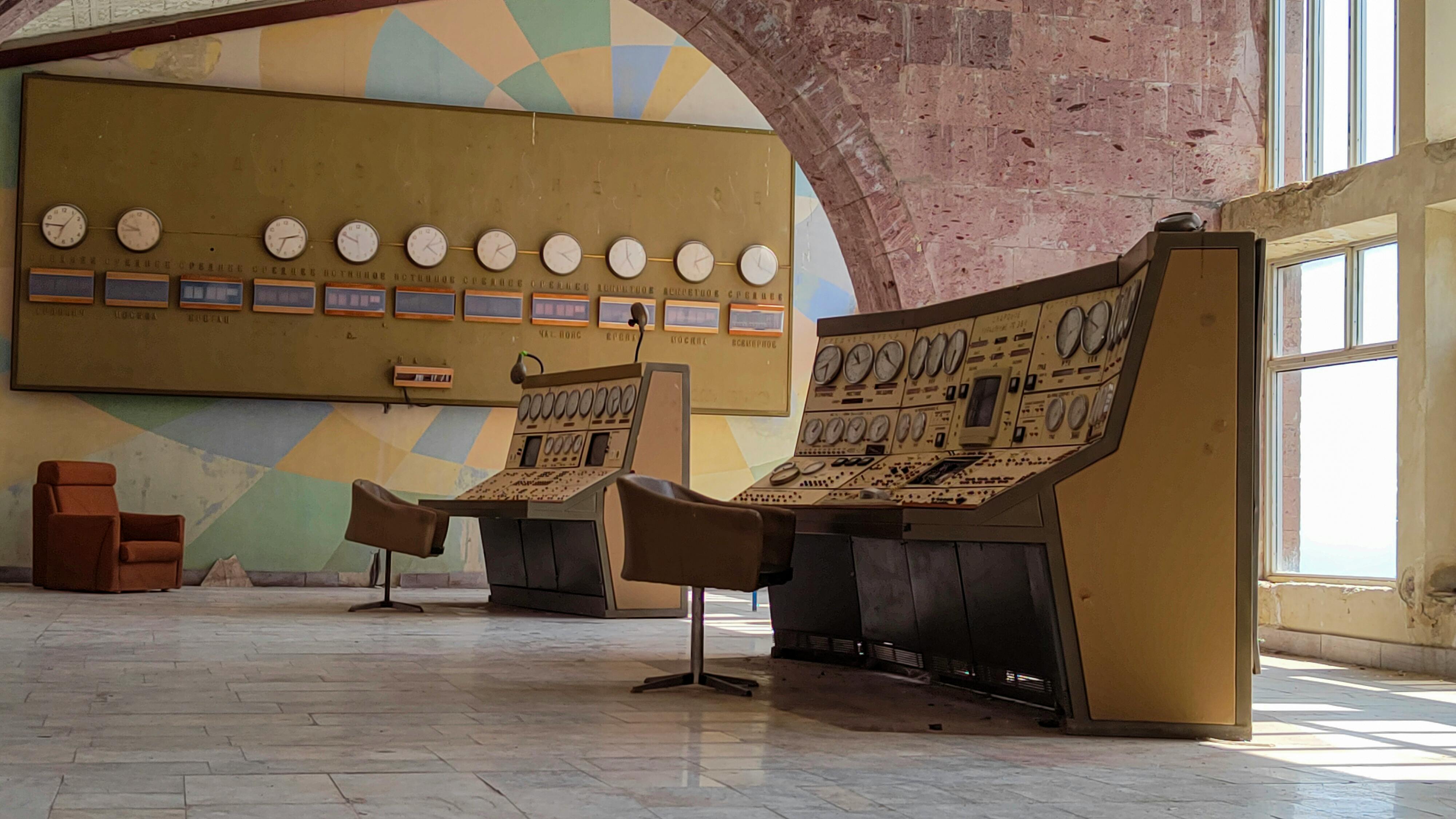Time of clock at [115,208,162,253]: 8:47
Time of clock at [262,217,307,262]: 2:33
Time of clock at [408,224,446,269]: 4:11
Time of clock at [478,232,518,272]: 4:10
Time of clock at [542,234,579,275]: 4:11
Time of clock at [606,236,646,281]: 4:59
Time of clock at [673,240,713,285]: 5:11
